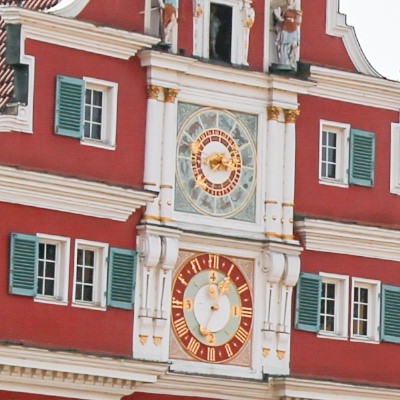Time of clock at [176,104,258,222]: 3:43
